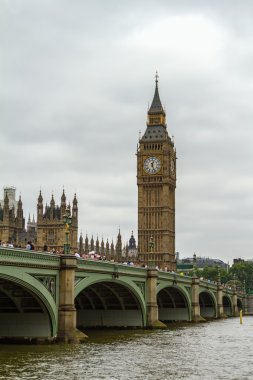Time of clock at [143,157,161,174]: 12:26
